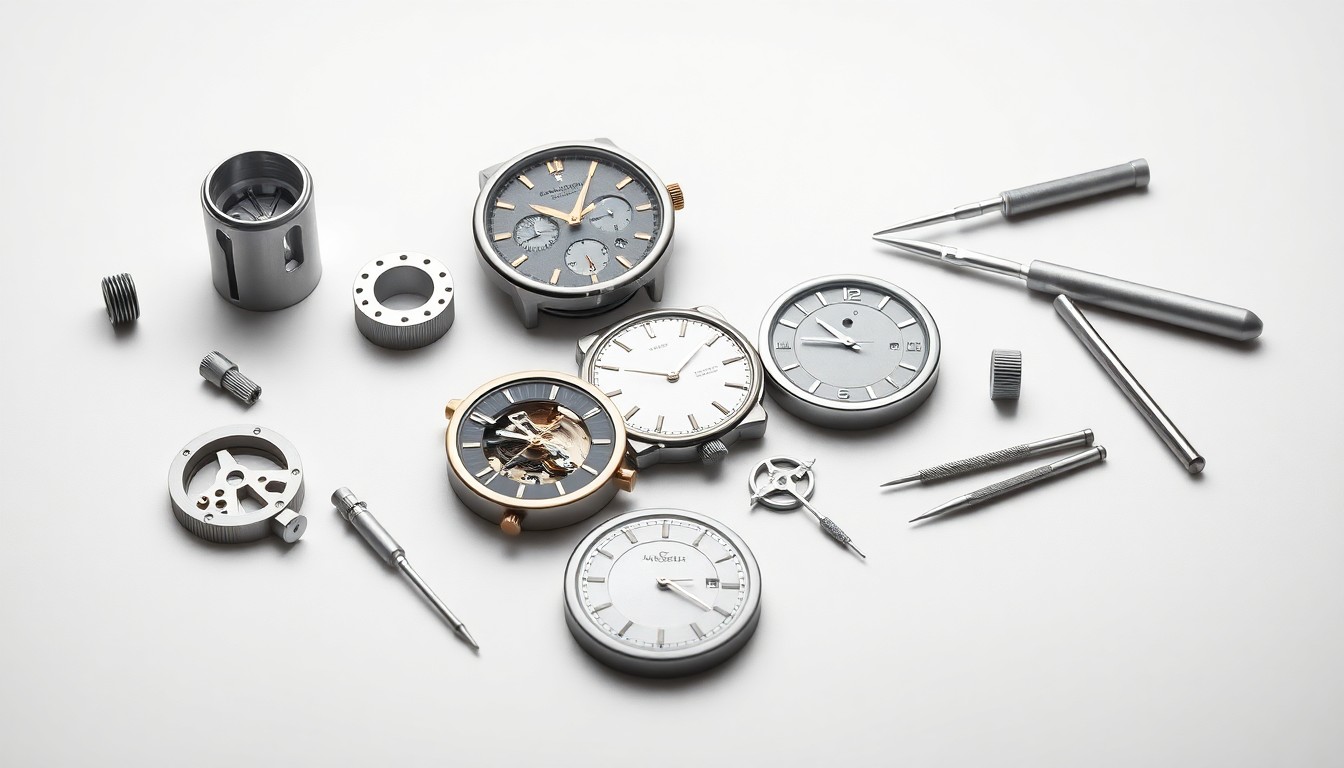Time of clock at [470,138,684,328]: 10:04
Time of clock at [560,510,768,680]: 3:20
